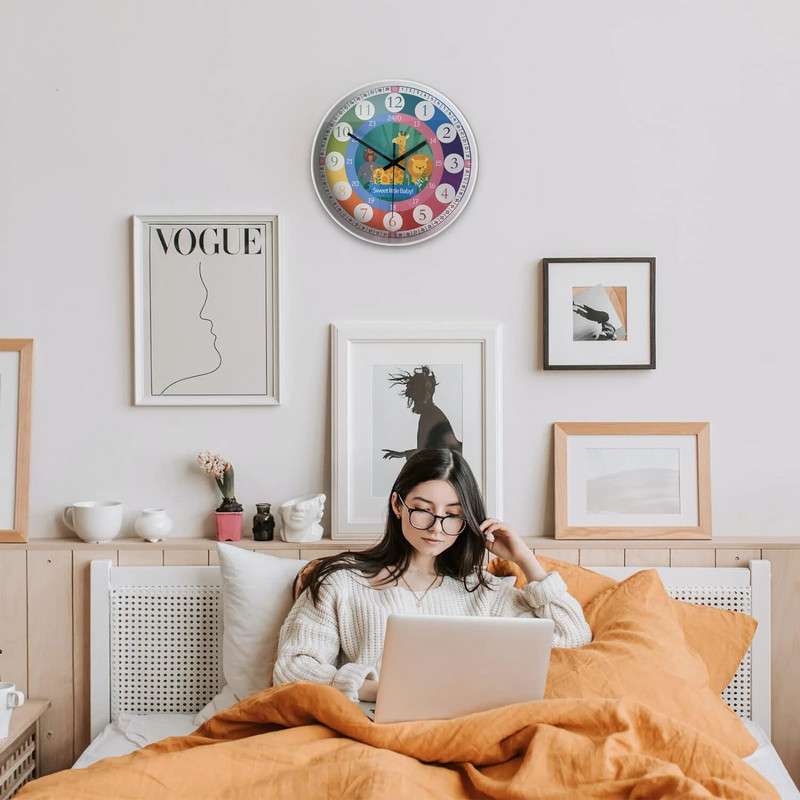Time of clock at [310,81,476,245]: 12:08
